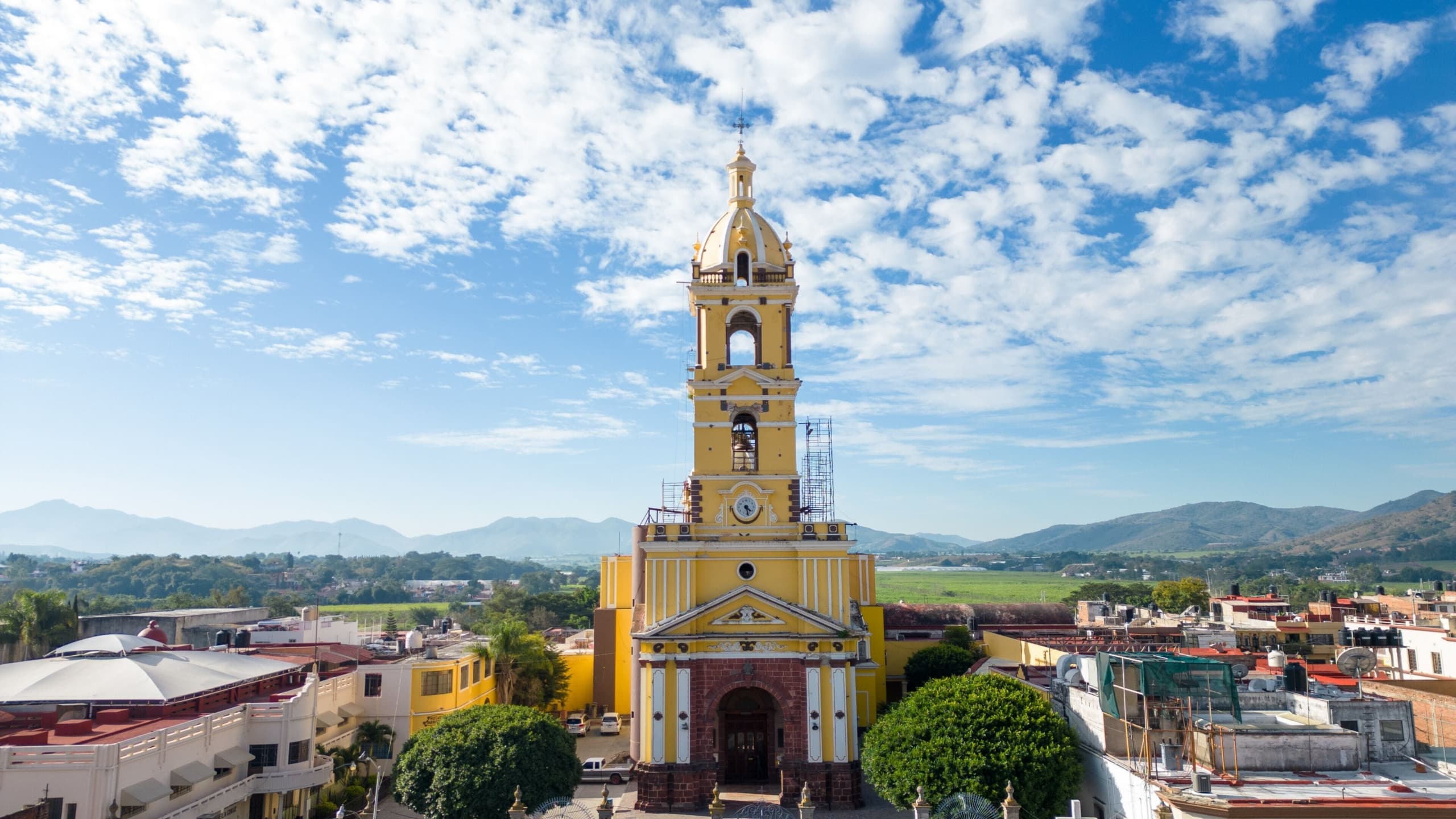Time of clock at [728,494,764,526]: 4:28
